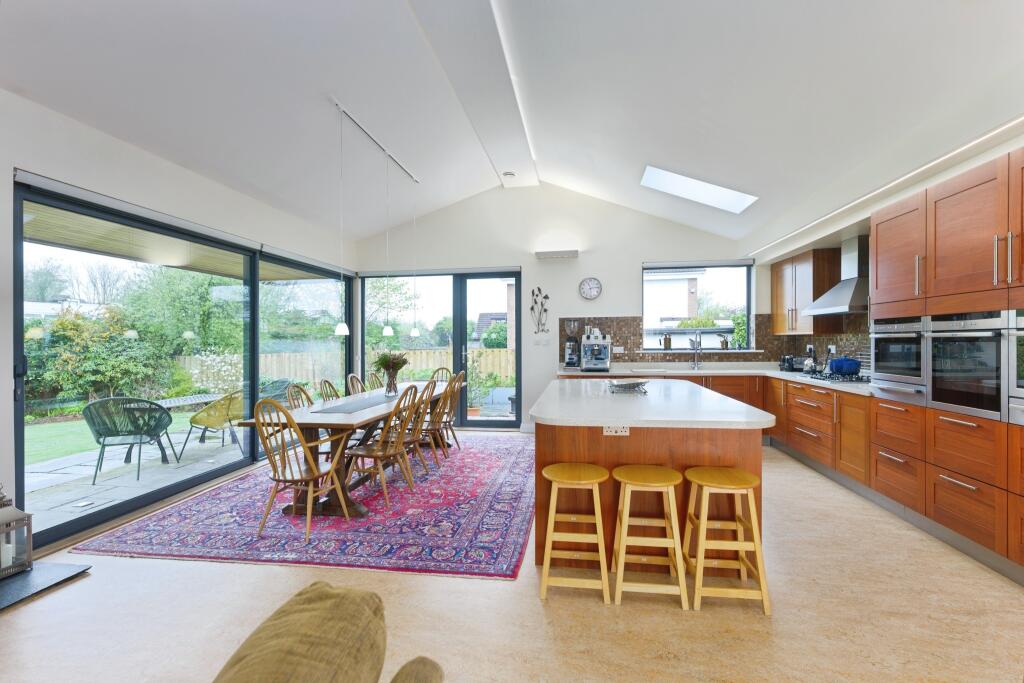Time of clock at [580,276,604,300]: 11:13
